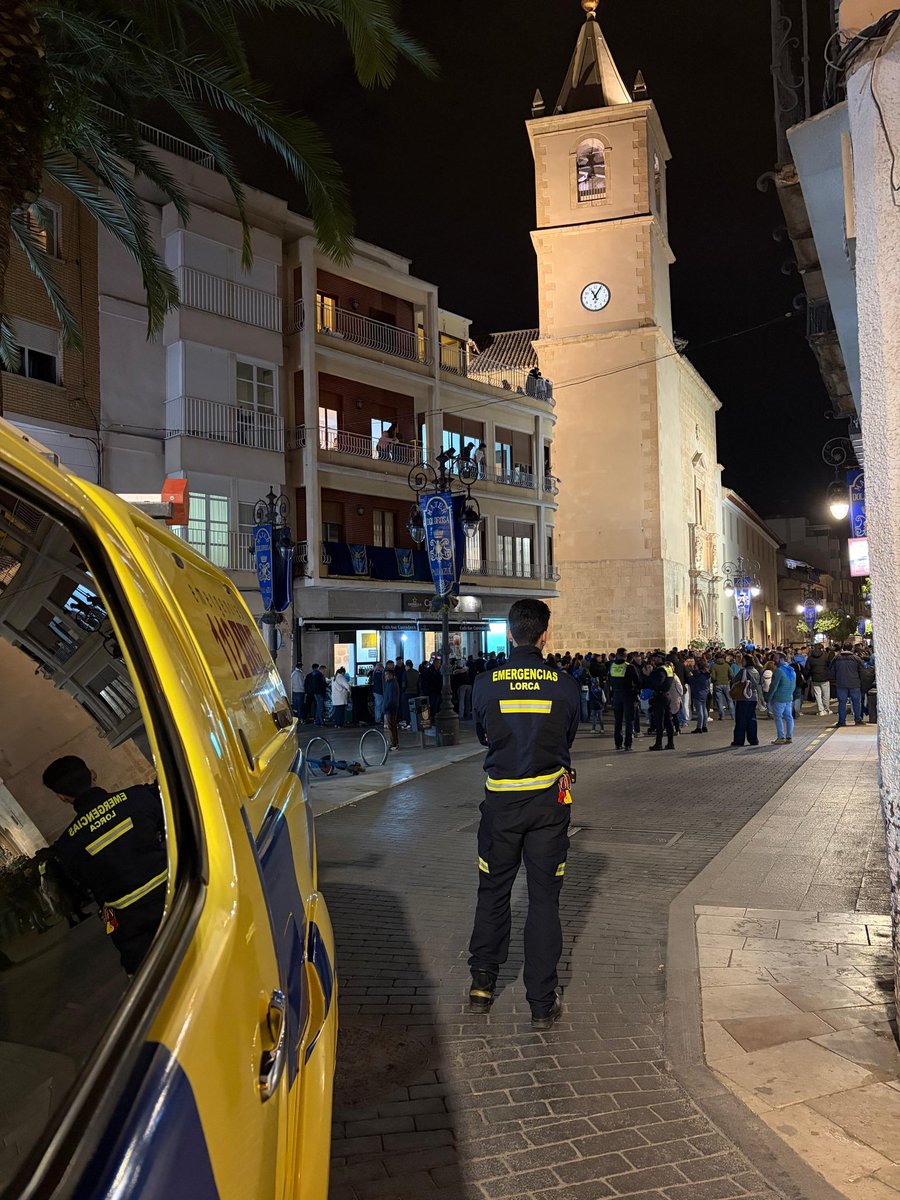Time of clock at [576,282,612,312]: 11:05
